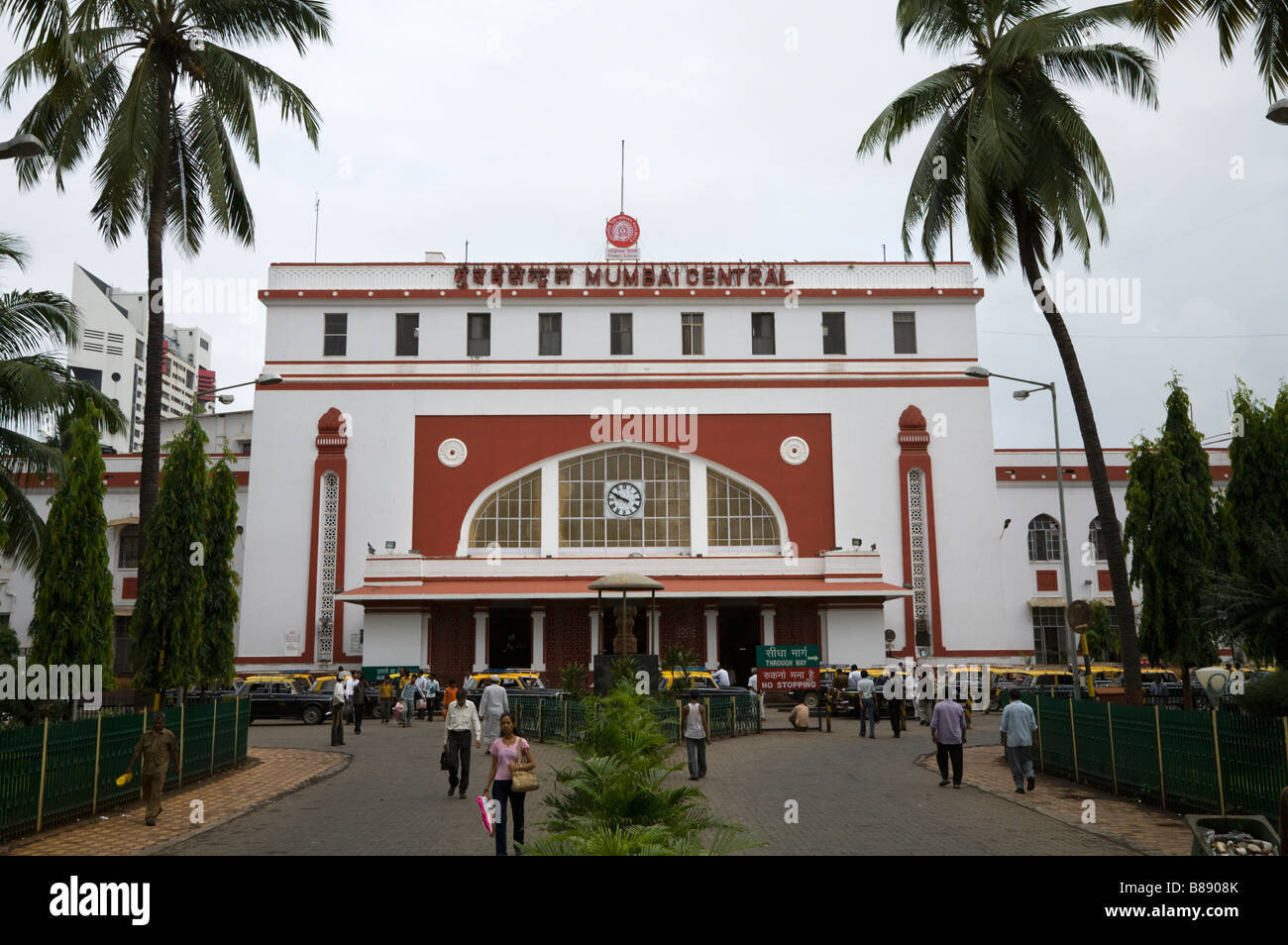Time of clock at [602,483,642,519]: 9:49
